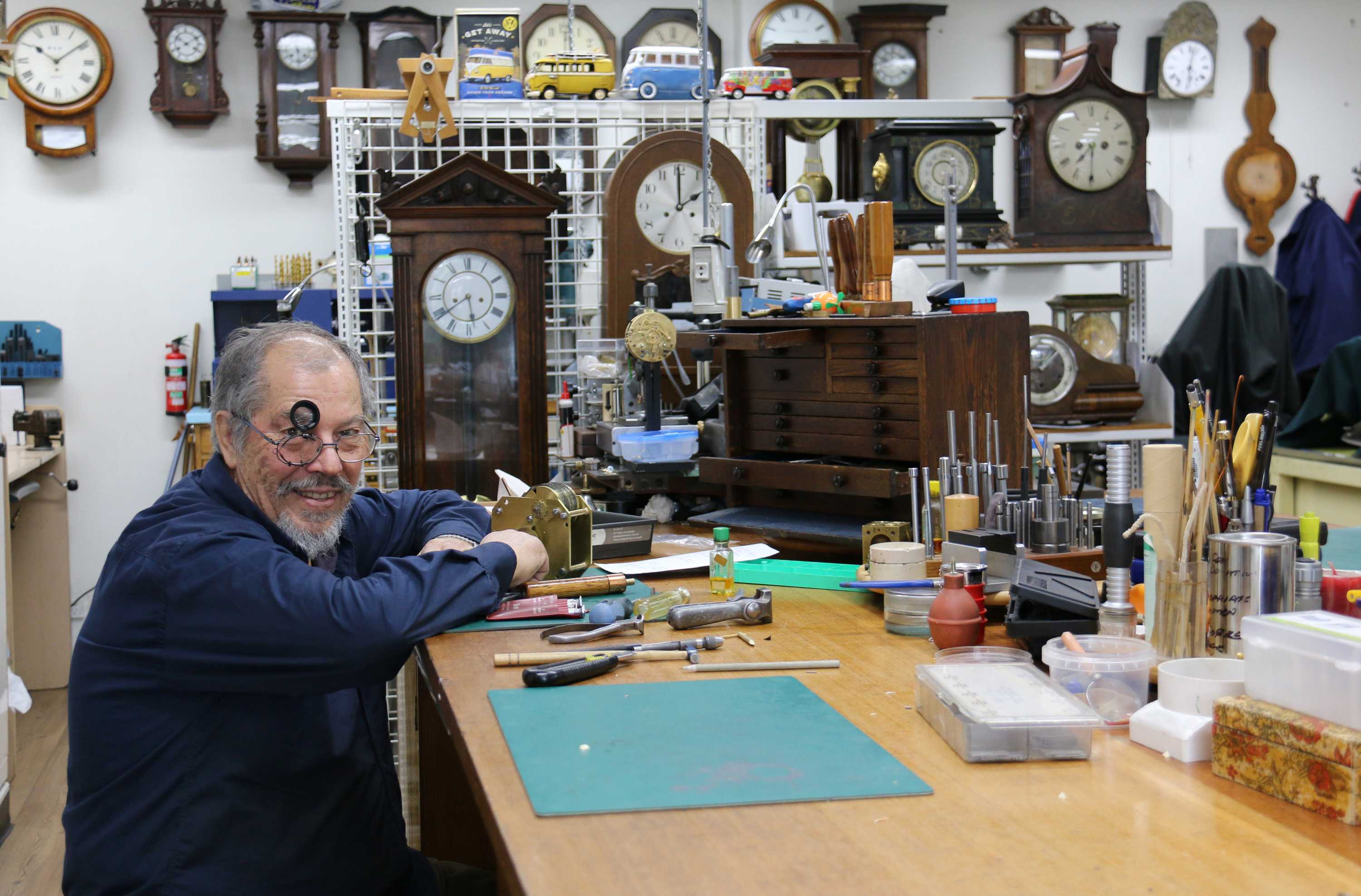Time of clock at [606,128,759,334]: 2:00
